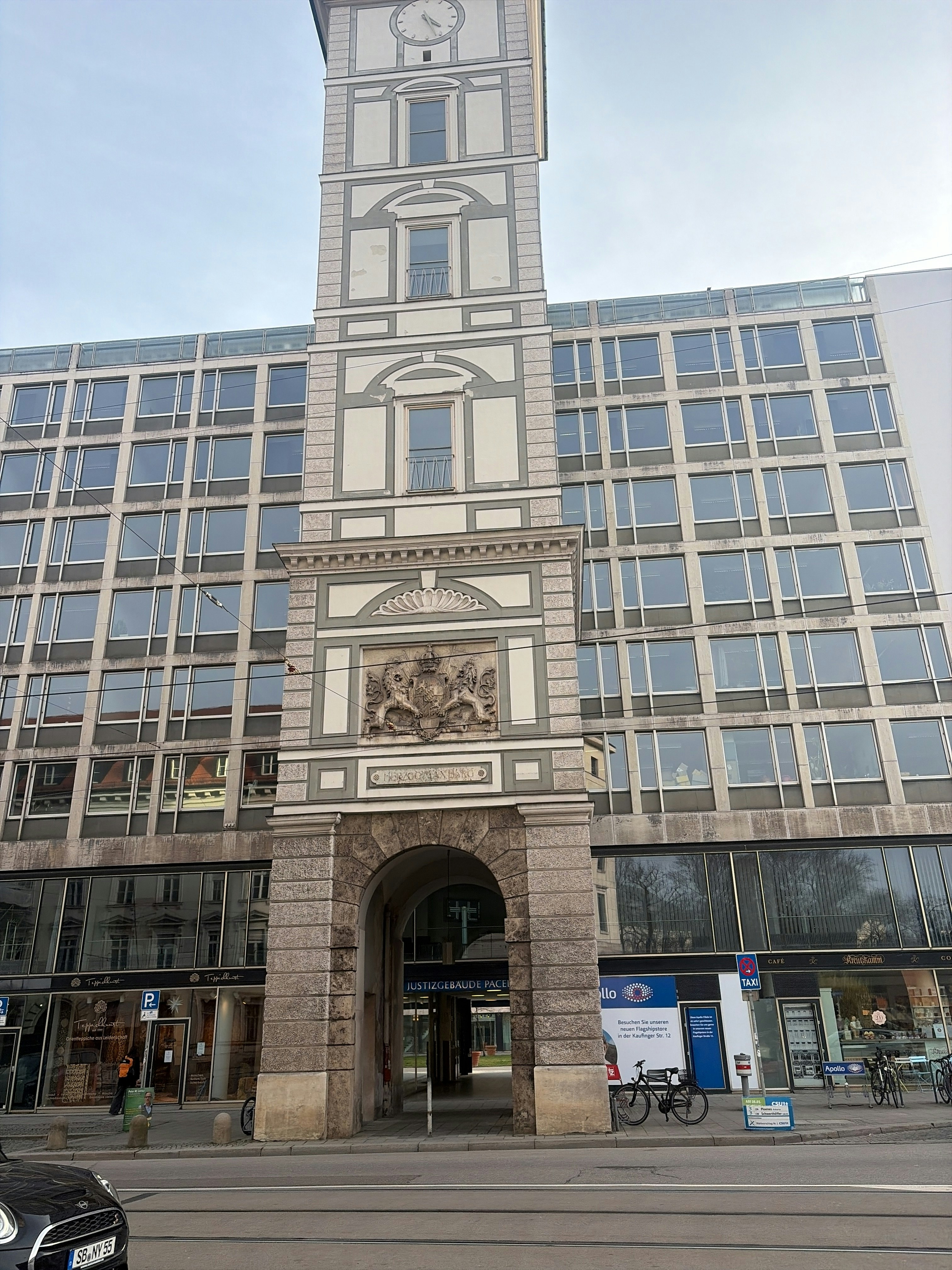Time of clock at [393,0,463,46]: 4:26
